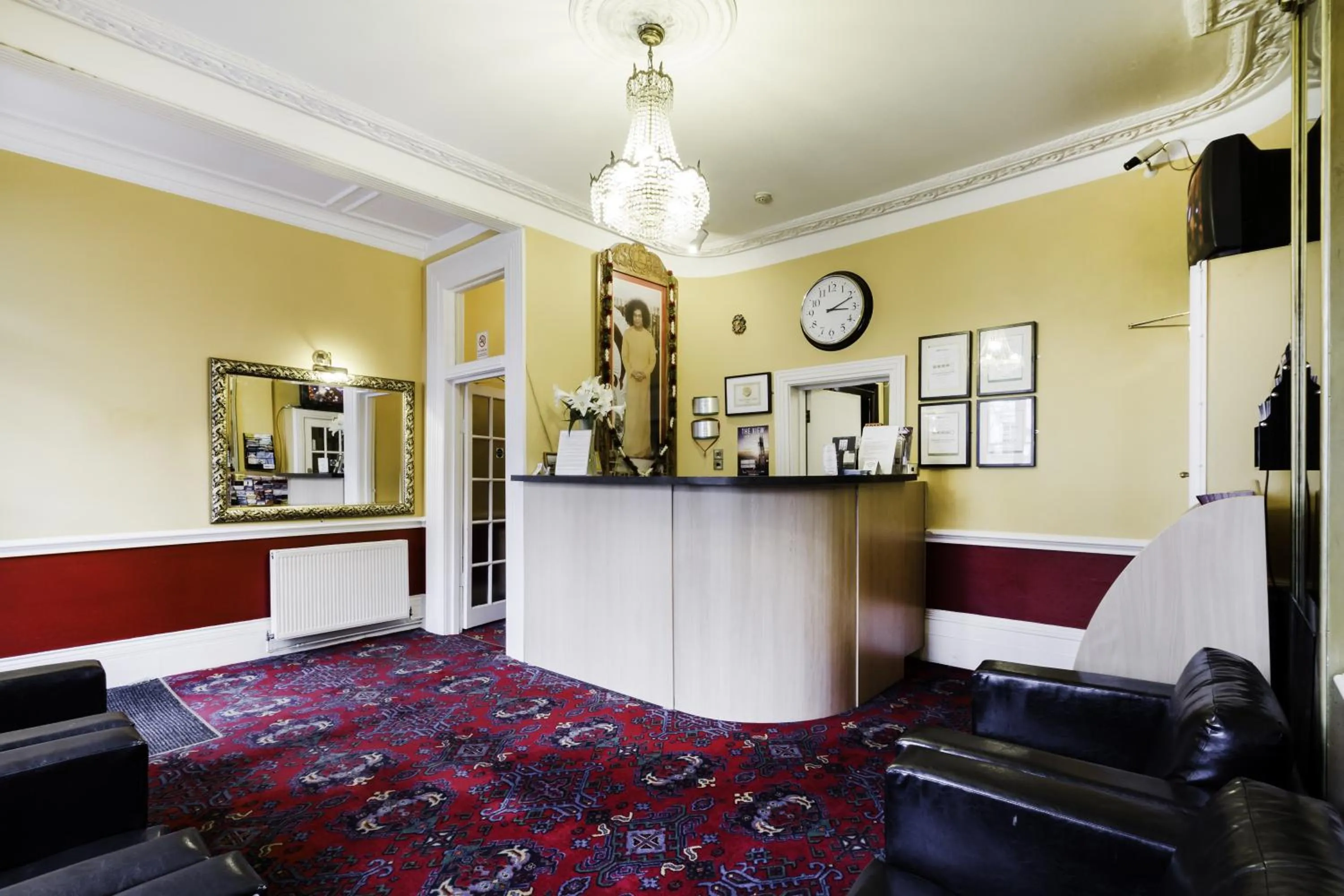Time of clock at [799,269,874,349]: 3:11
